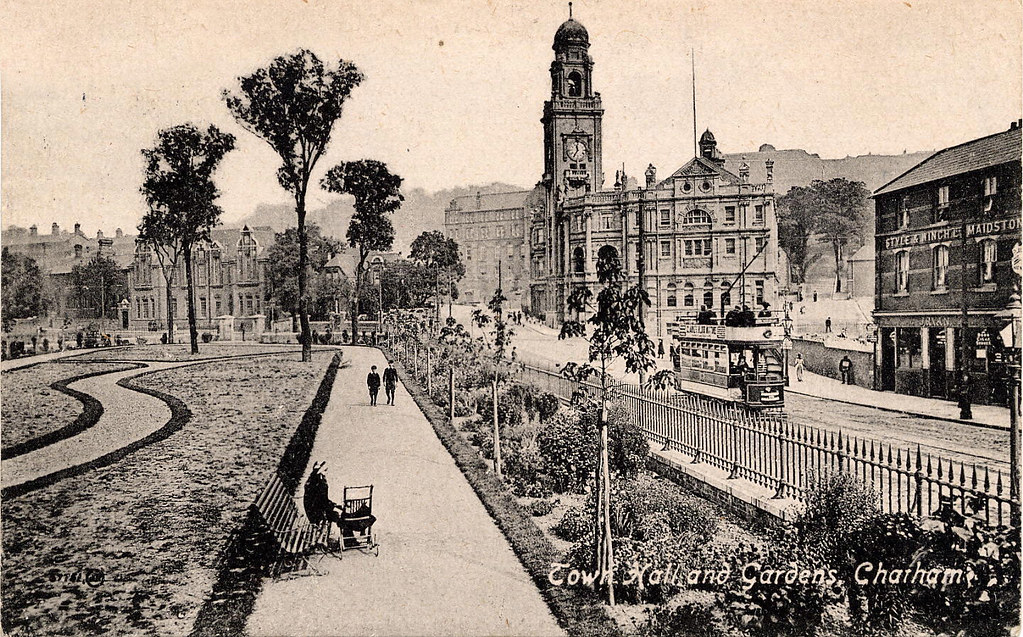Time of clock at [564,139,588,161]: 11:35
